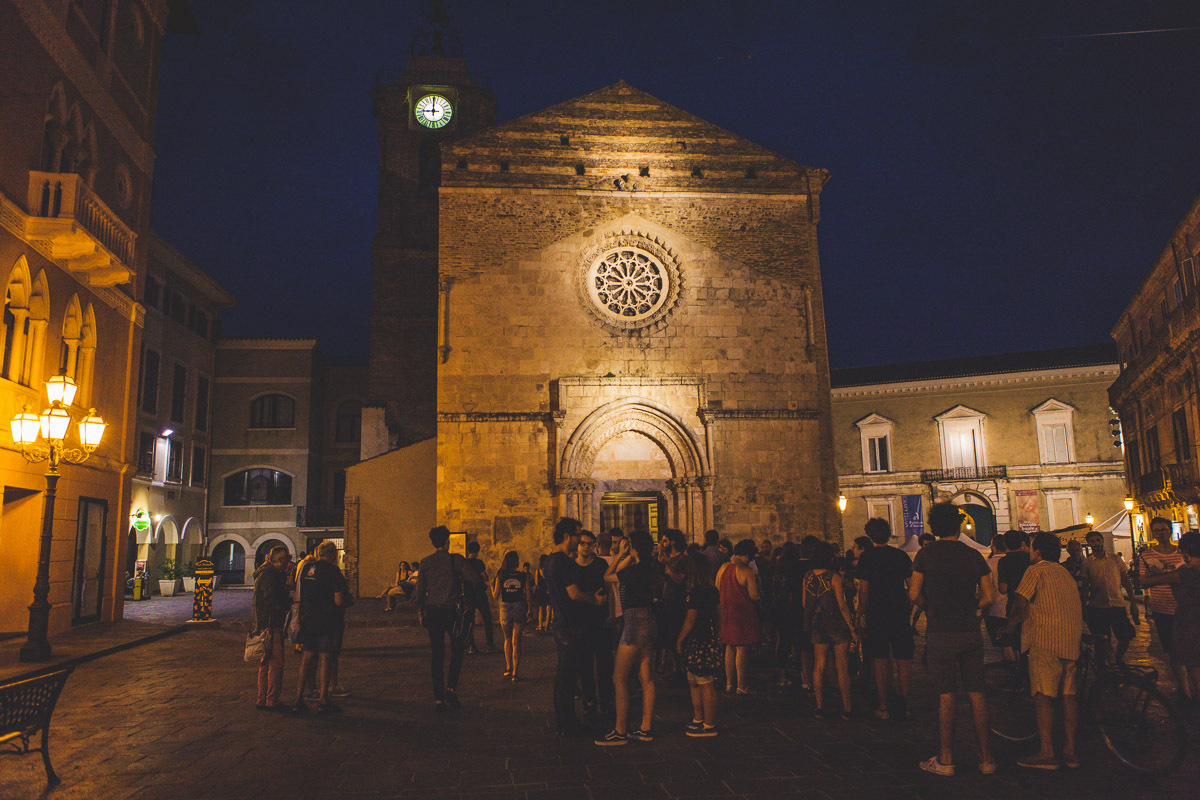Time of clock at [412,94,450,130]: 8:59
